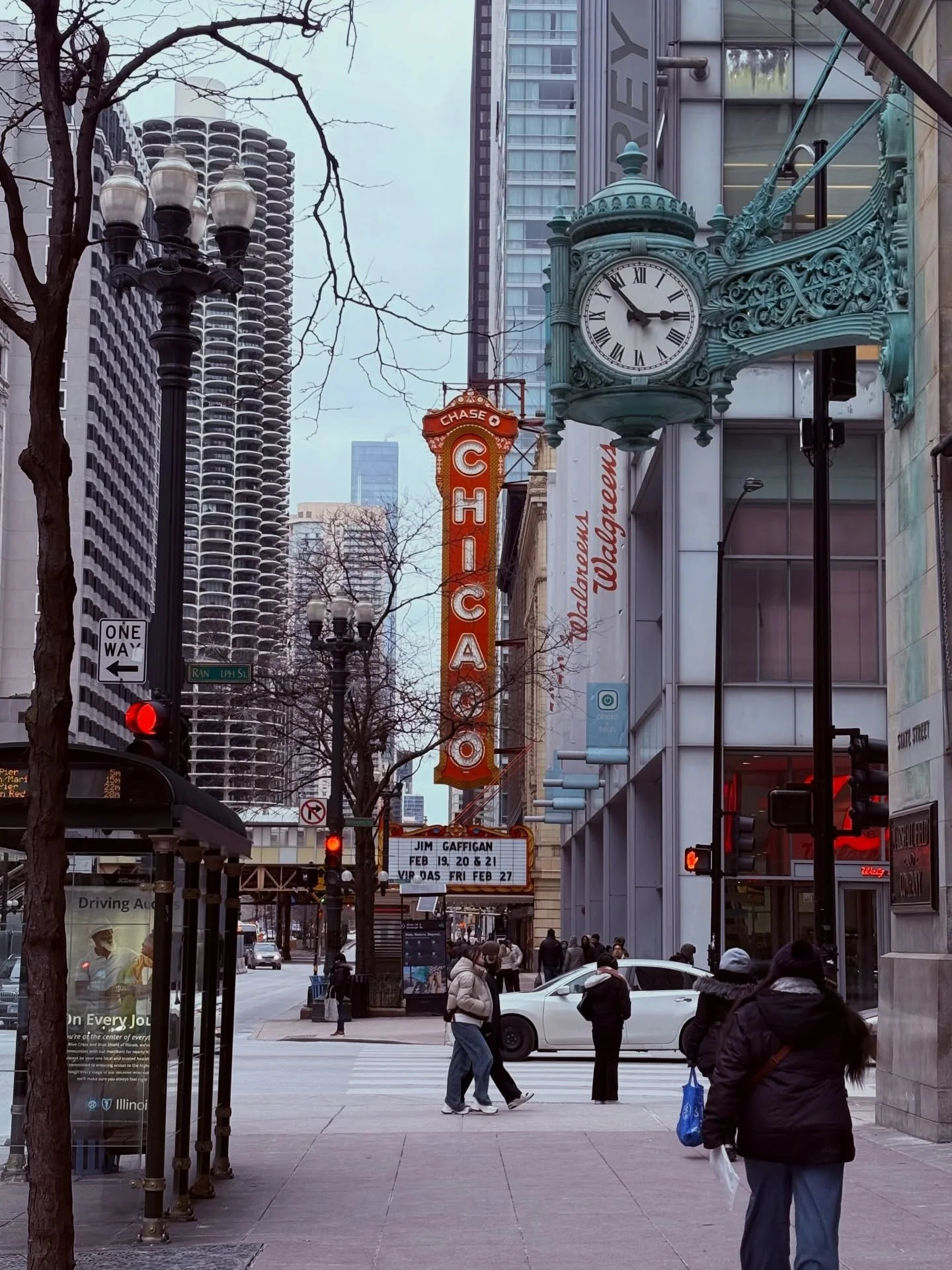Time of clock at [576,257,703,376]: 2:53
